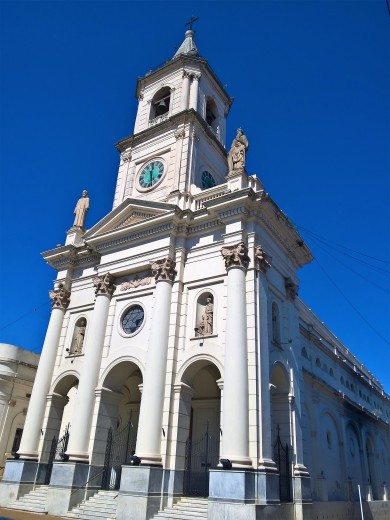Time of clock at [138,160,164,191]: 12:28
